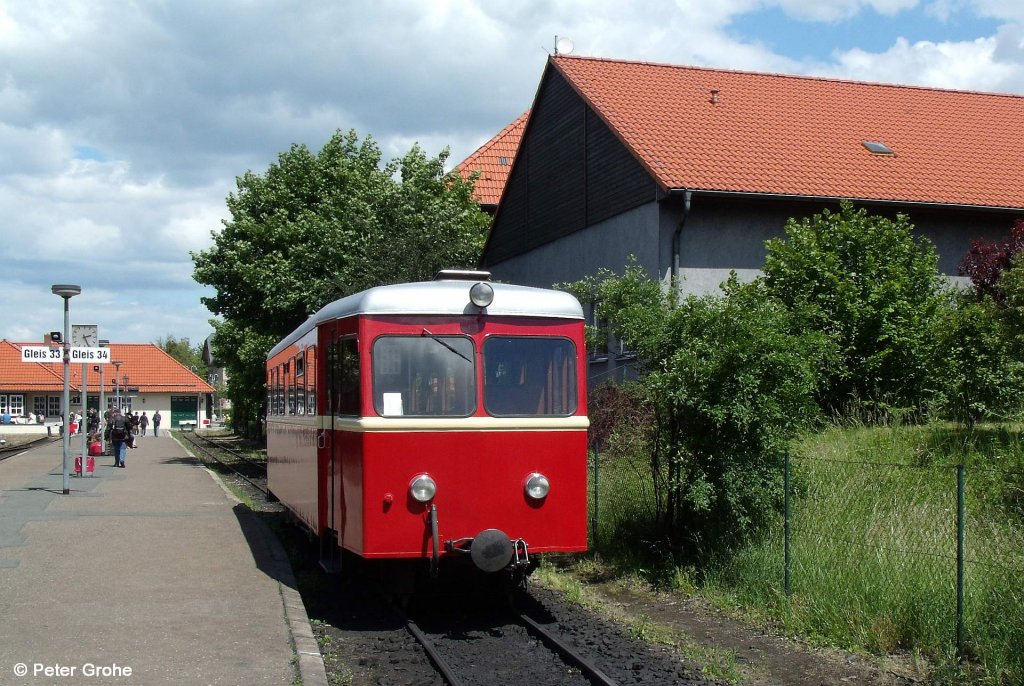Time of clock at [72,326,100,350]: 2:26
